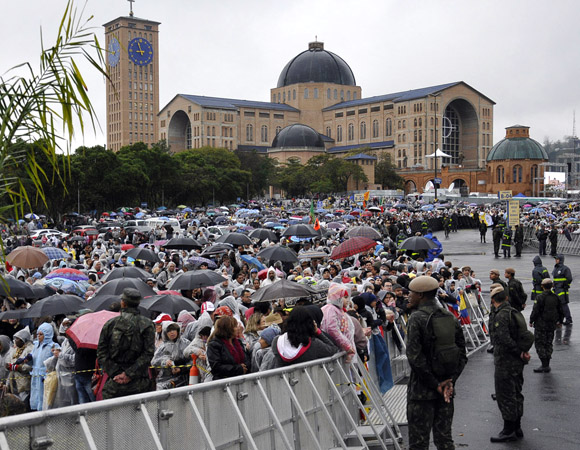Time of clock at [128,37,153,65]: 8:56
